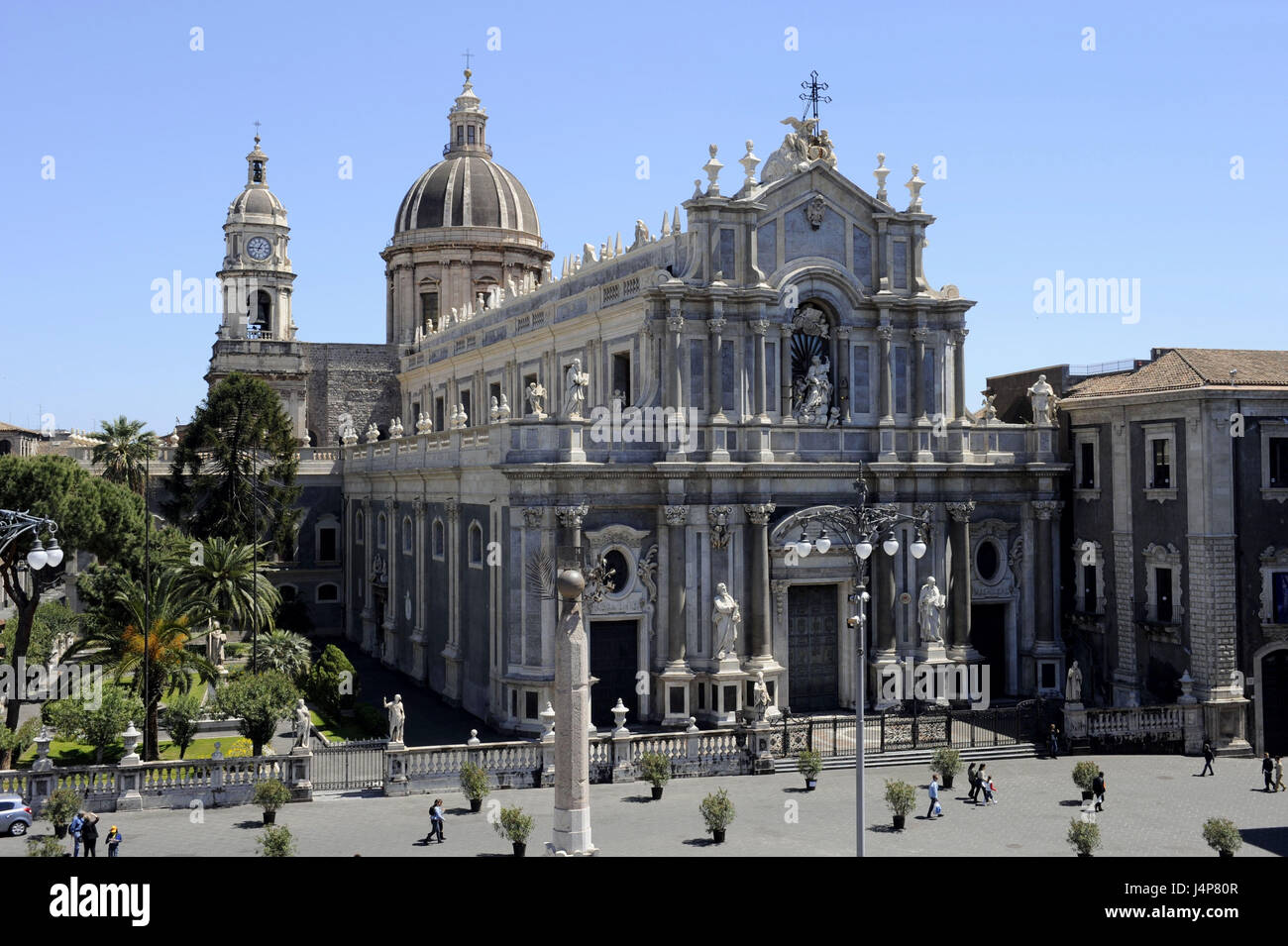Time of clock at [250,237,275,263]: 12:46
